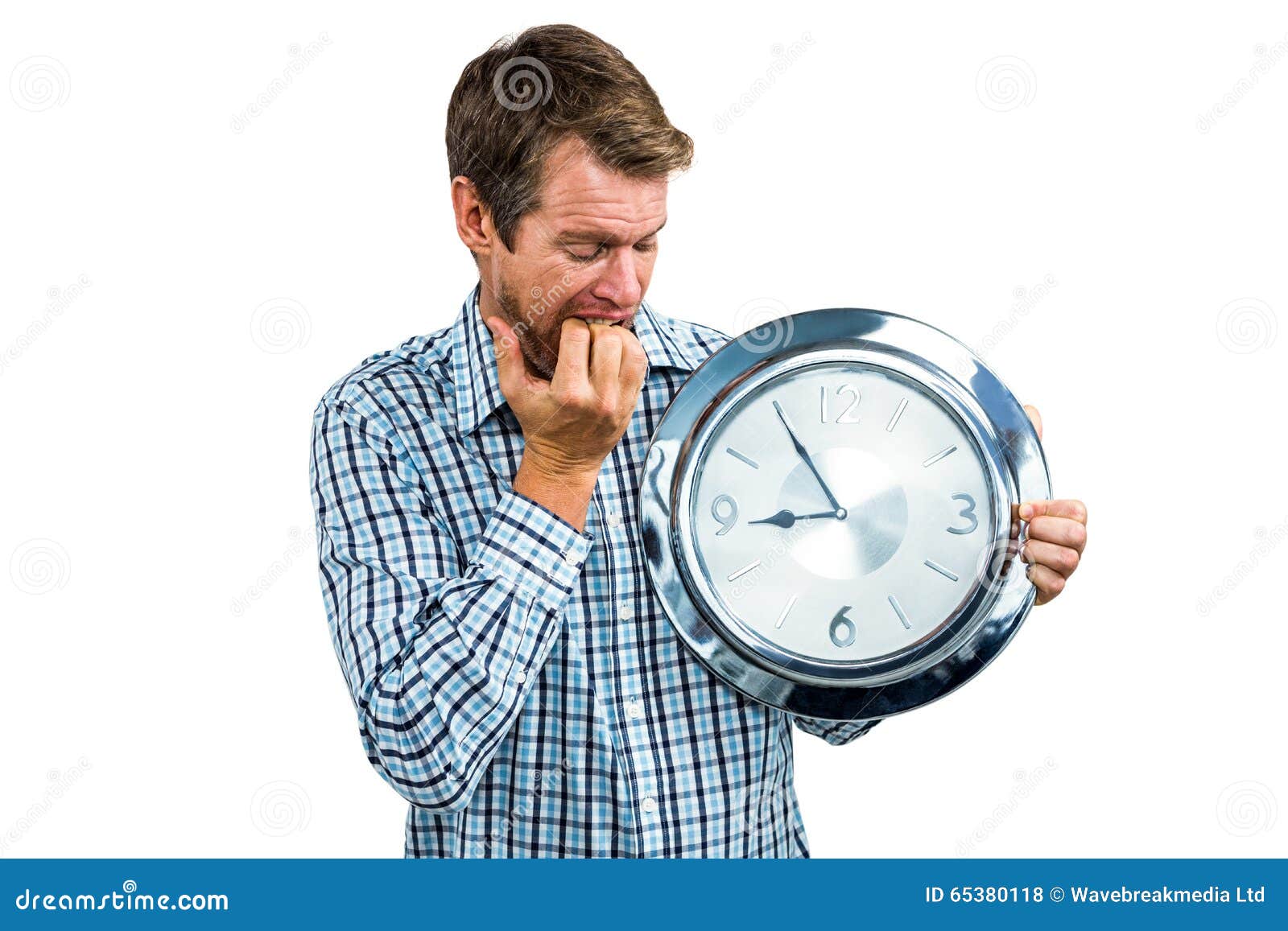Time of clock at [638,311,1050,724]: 8:54
